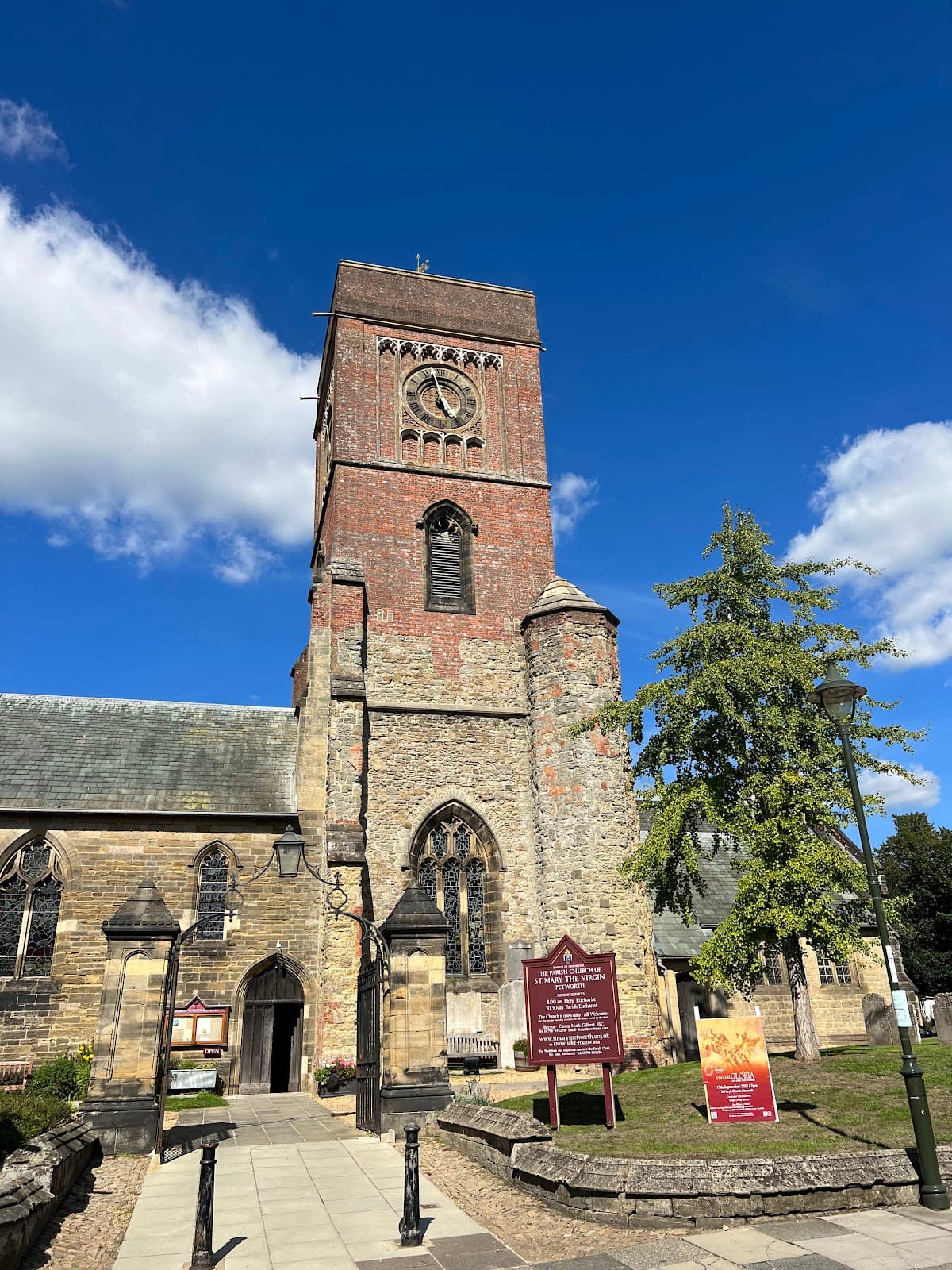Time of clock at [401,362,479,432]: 4:57
